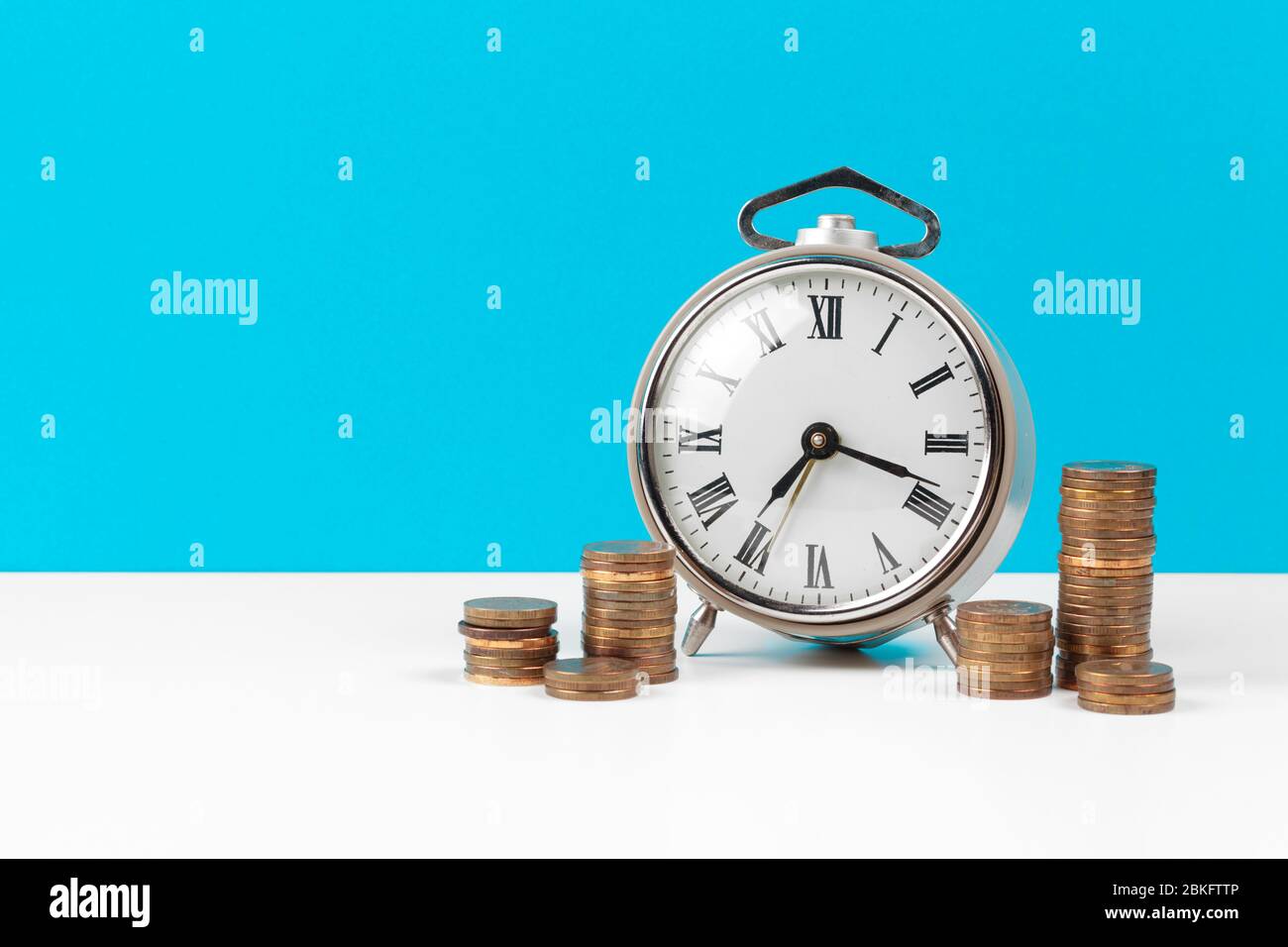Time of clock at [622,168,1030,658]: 7:18
